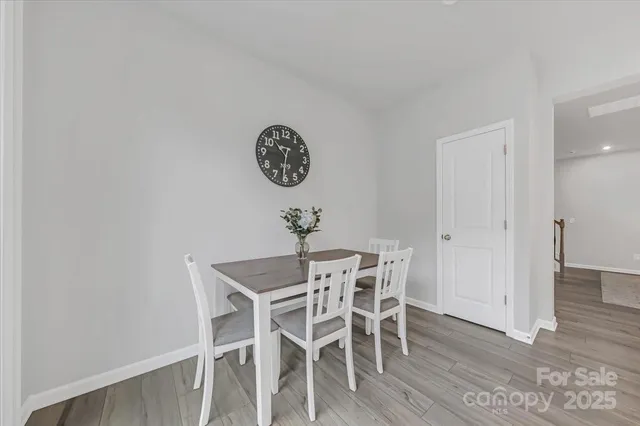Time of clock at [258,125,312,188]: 10:31
